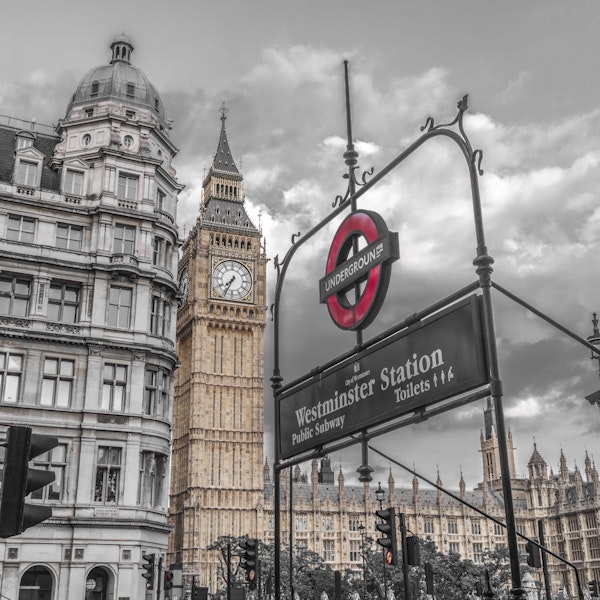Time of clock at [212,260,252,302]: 7:34
